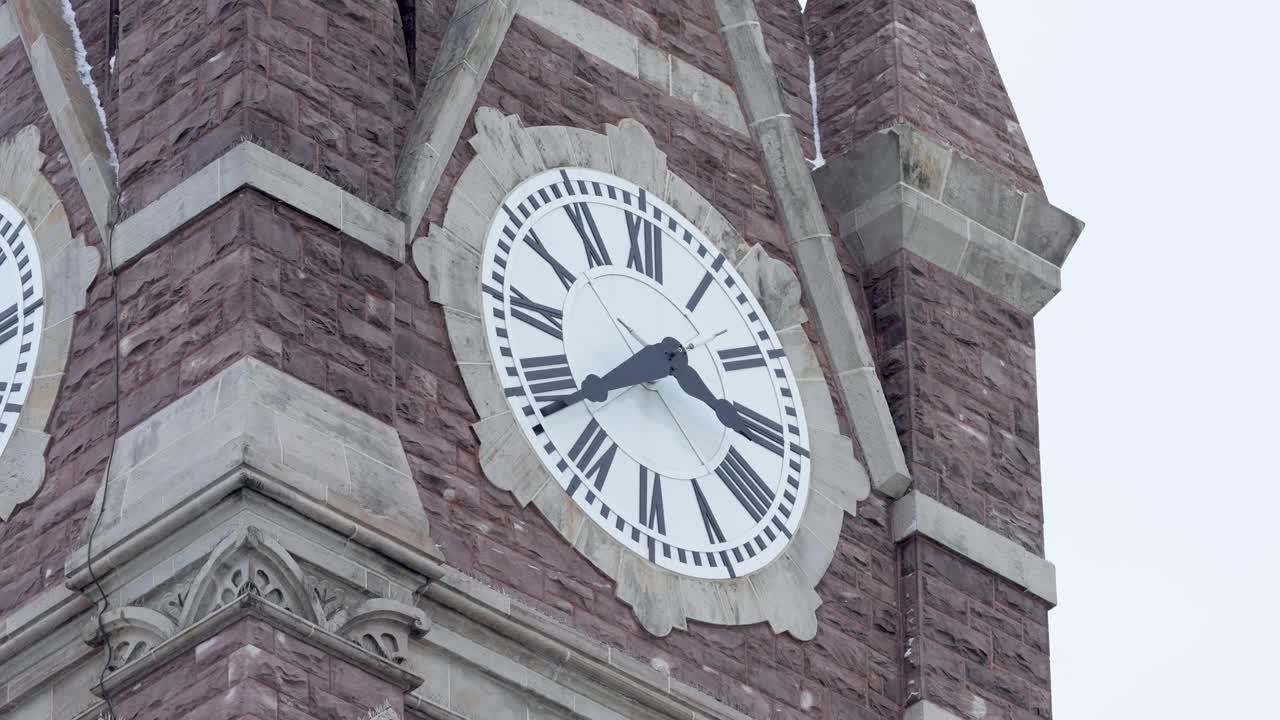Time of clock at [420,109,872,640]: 3:38
